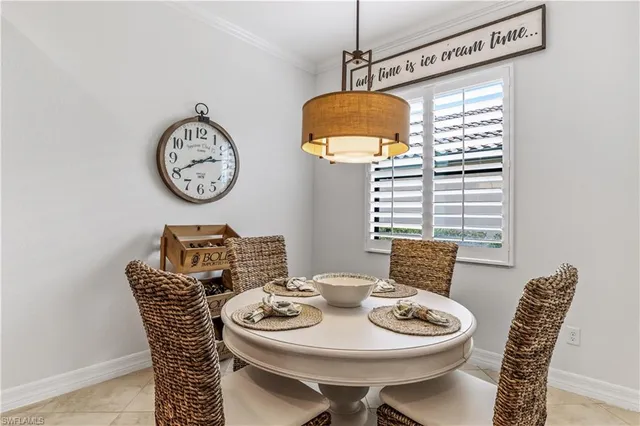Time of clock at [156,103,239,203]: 2:40
